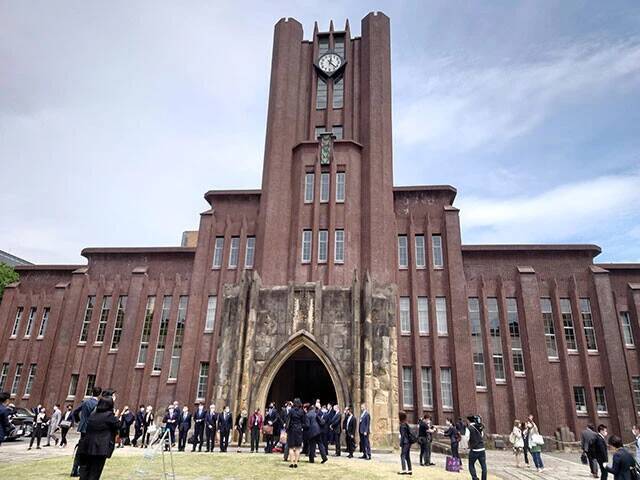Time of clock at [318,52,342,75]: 12:22
